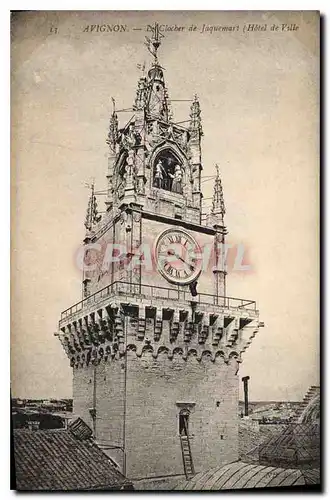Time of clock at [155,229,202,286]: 9:20
